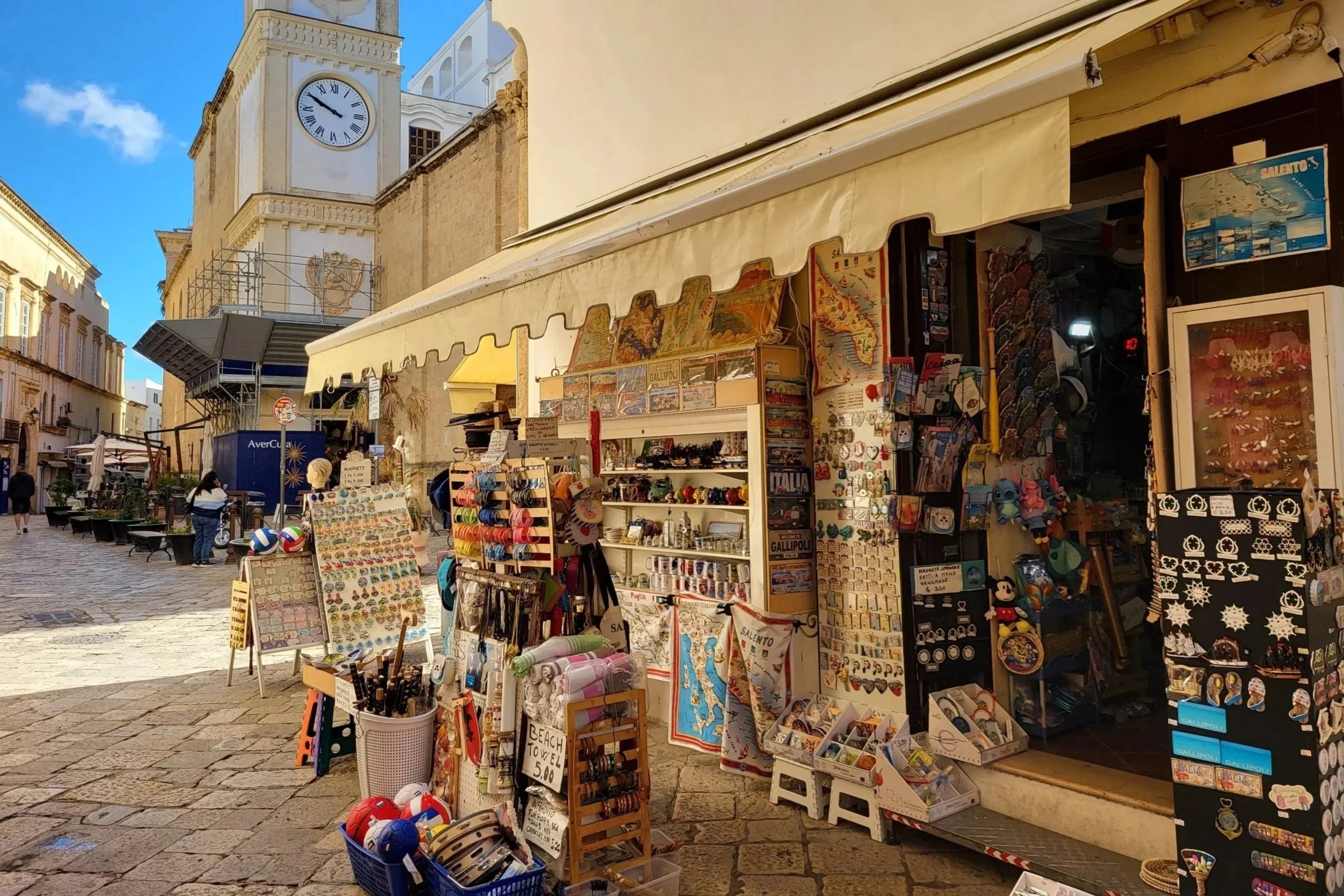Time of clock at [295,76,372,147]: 9:50
